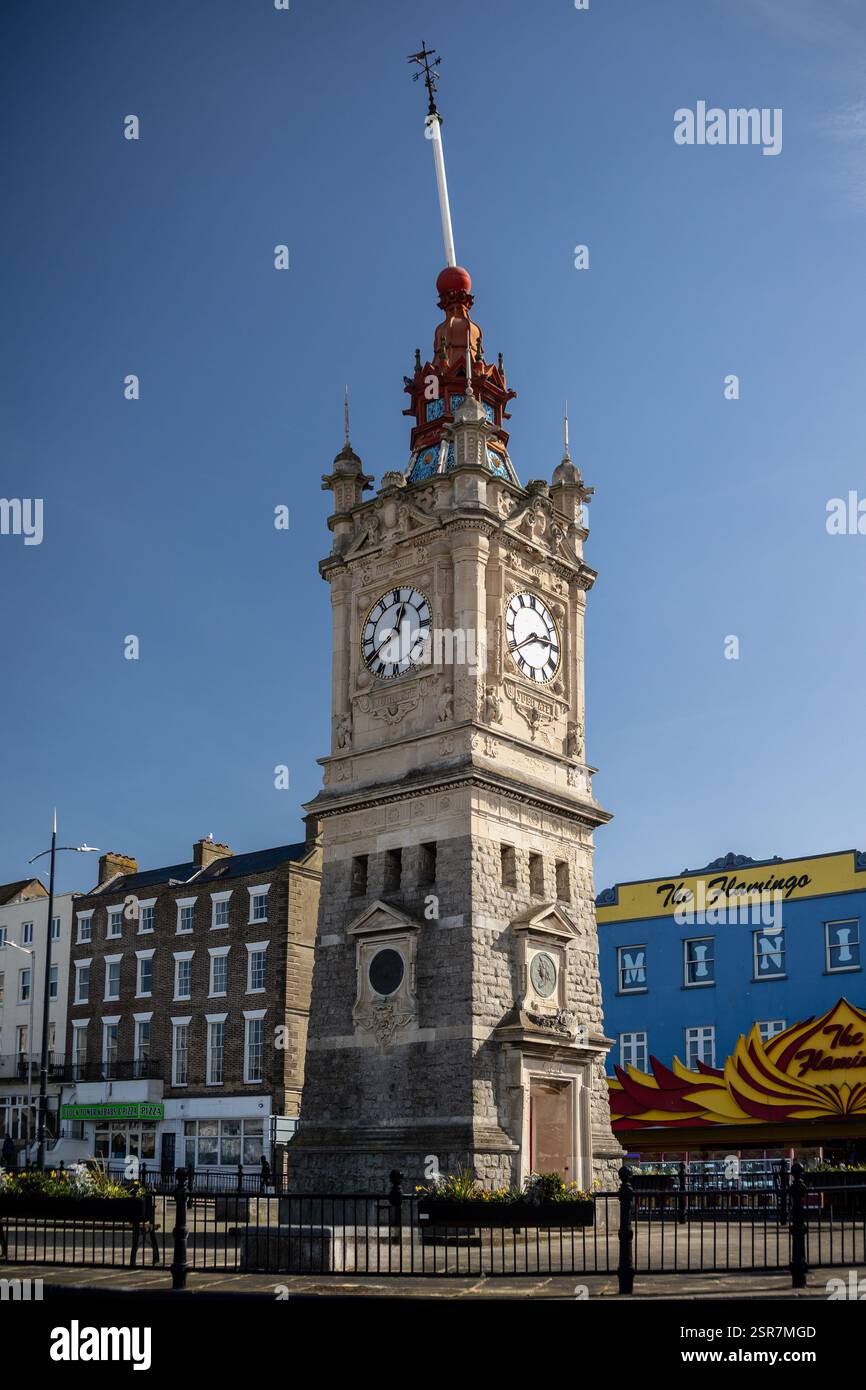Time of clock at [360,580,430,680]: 12:40
